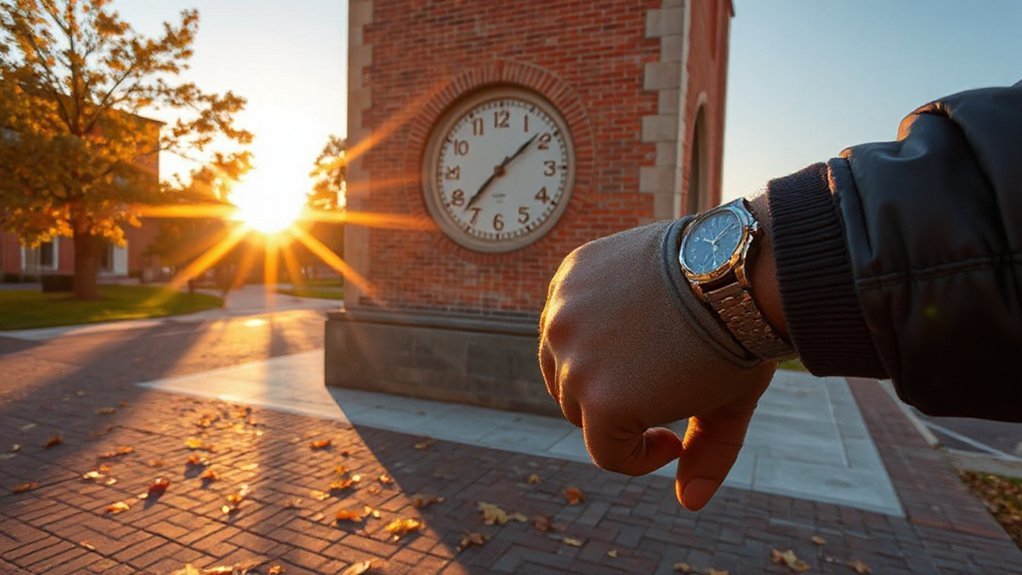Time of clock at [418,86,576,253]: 1:37
